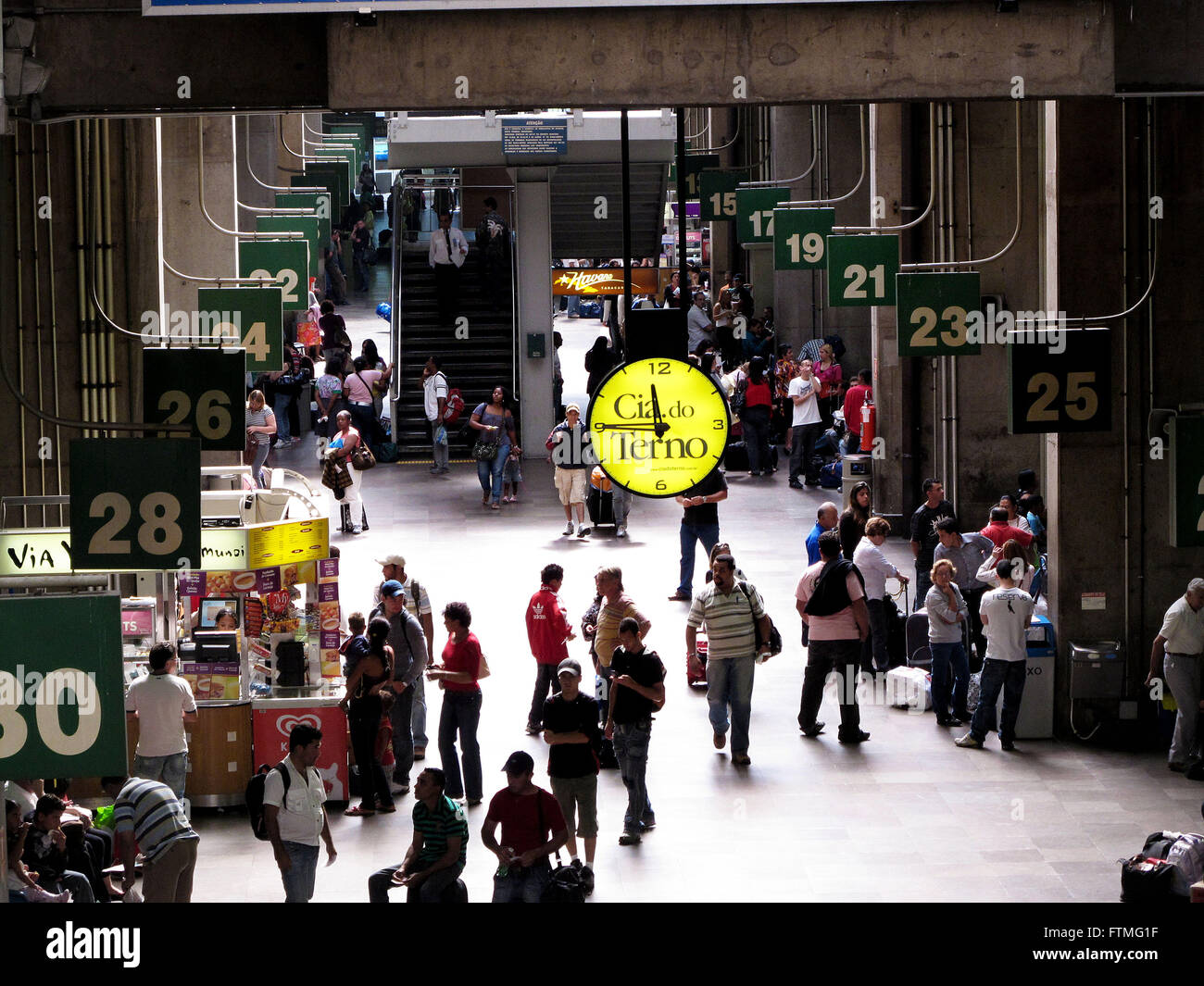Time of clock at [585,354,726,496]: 11:45
